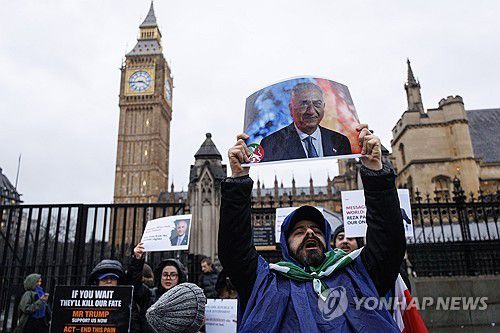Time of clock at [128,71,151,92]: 3:43
